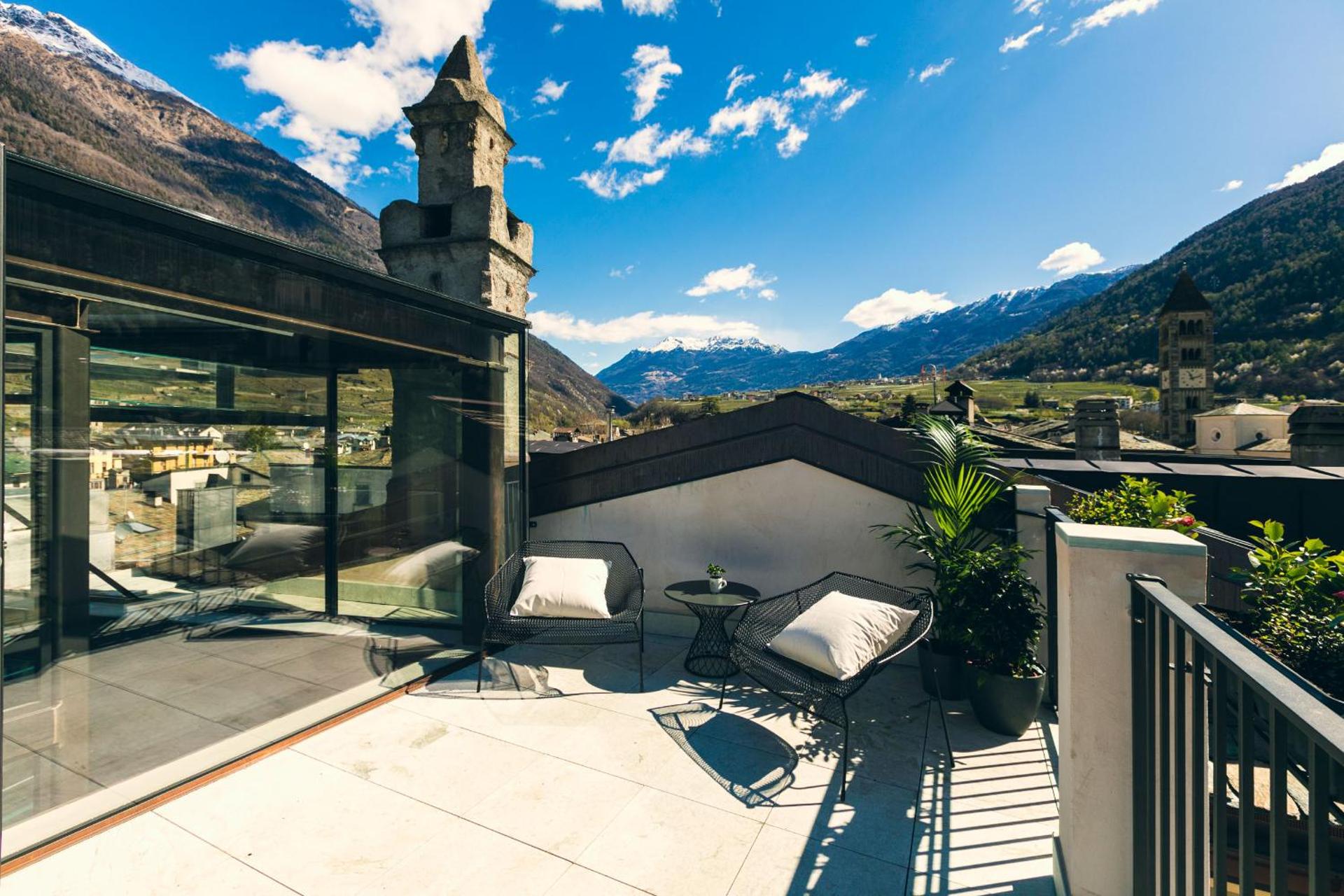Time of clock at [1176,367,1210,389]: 11:12
